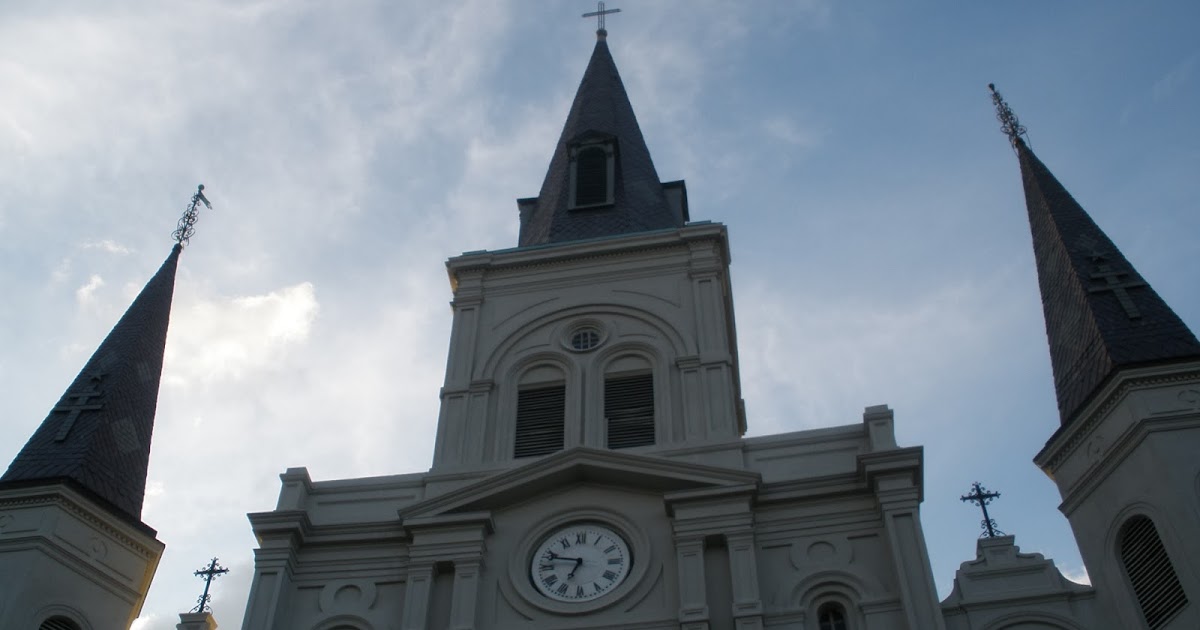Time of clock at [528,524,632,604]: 6:47
